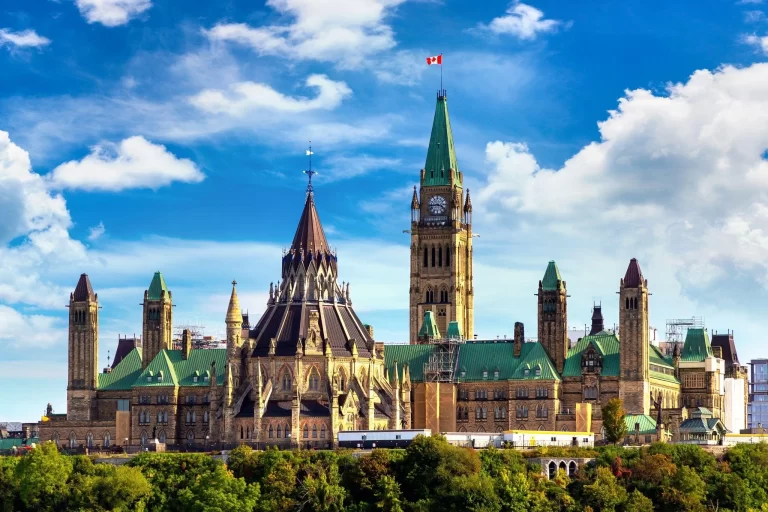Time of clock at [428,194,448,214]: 3:43
